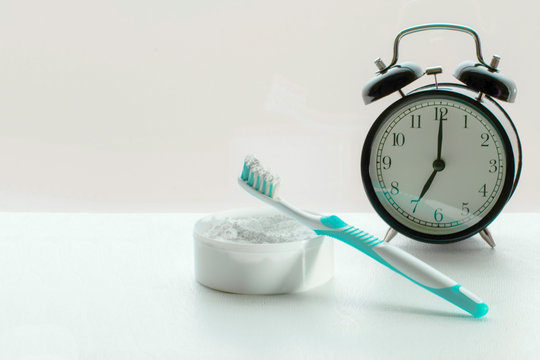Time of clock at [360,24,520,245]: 7:00
